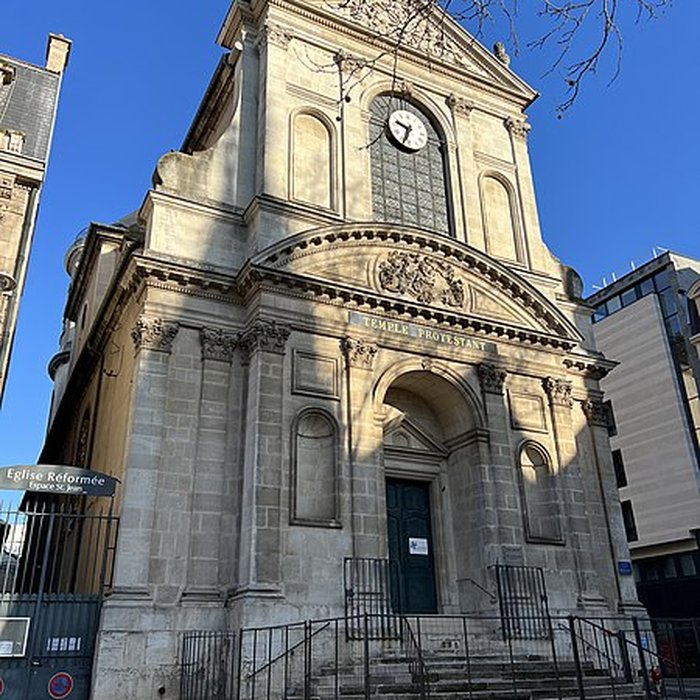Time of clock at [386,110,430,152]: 9:33
